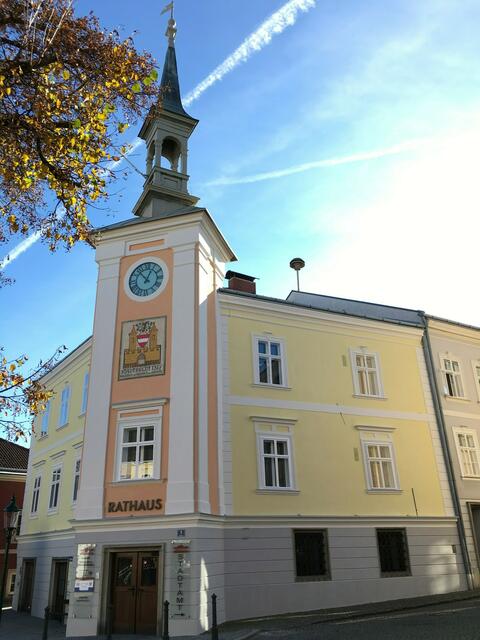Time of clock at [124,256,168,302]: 12:53
